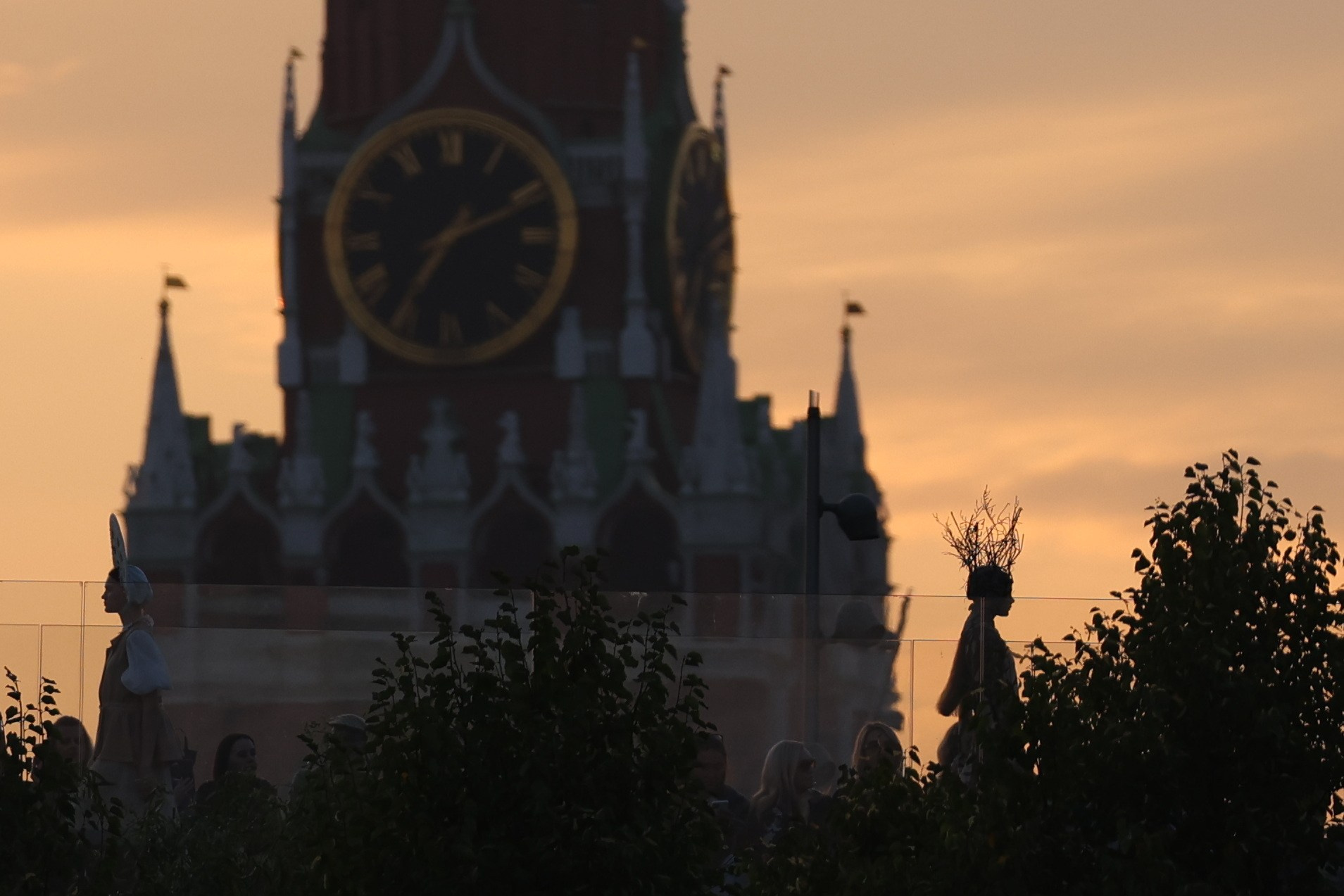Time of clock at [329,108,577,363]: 7:11
